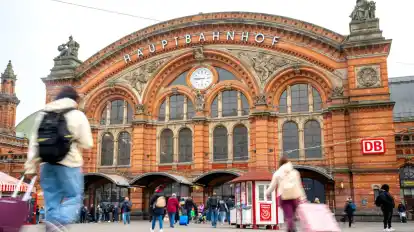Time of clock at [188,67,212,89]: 8:45
